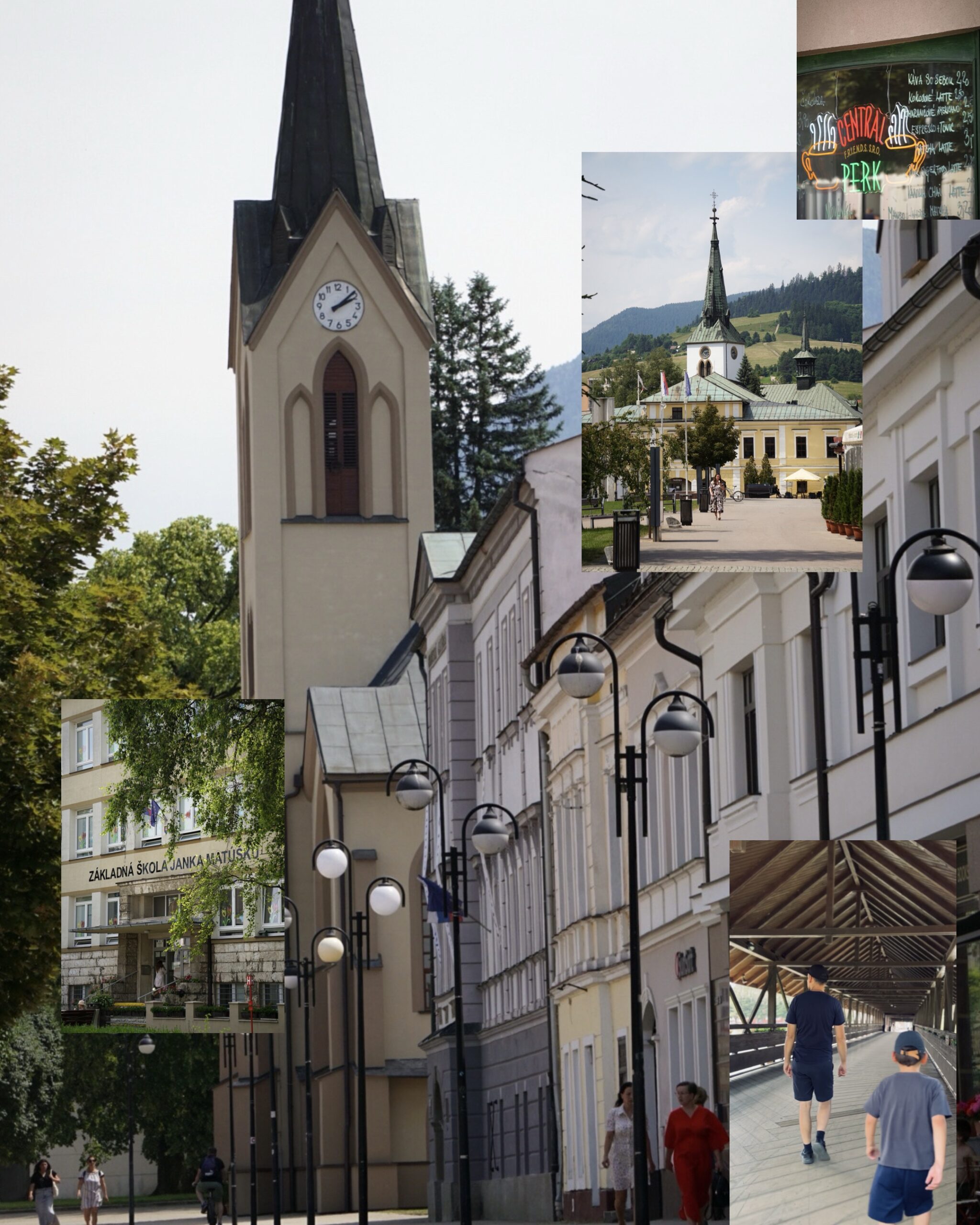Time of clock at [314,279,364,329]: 2:08
